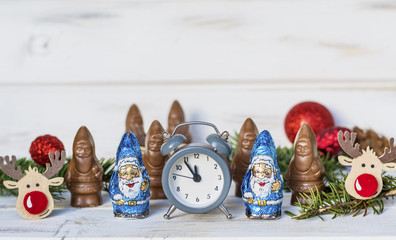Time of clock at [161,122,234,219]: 11:54
